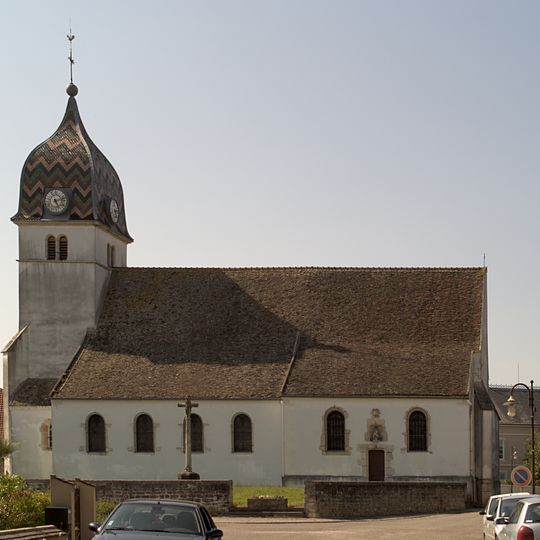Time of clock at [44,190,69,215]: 5:12
